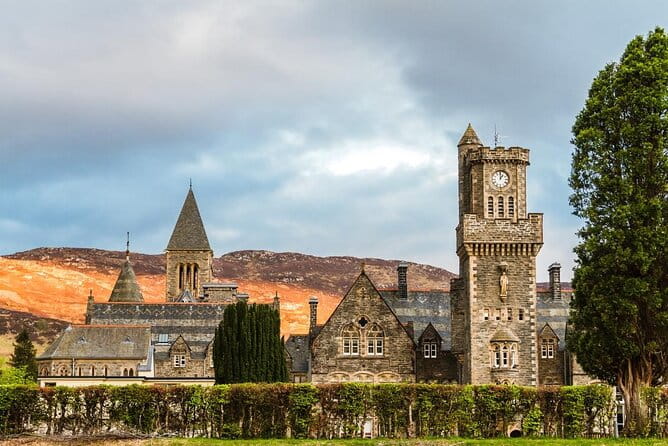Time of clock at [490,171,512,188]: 1:00
